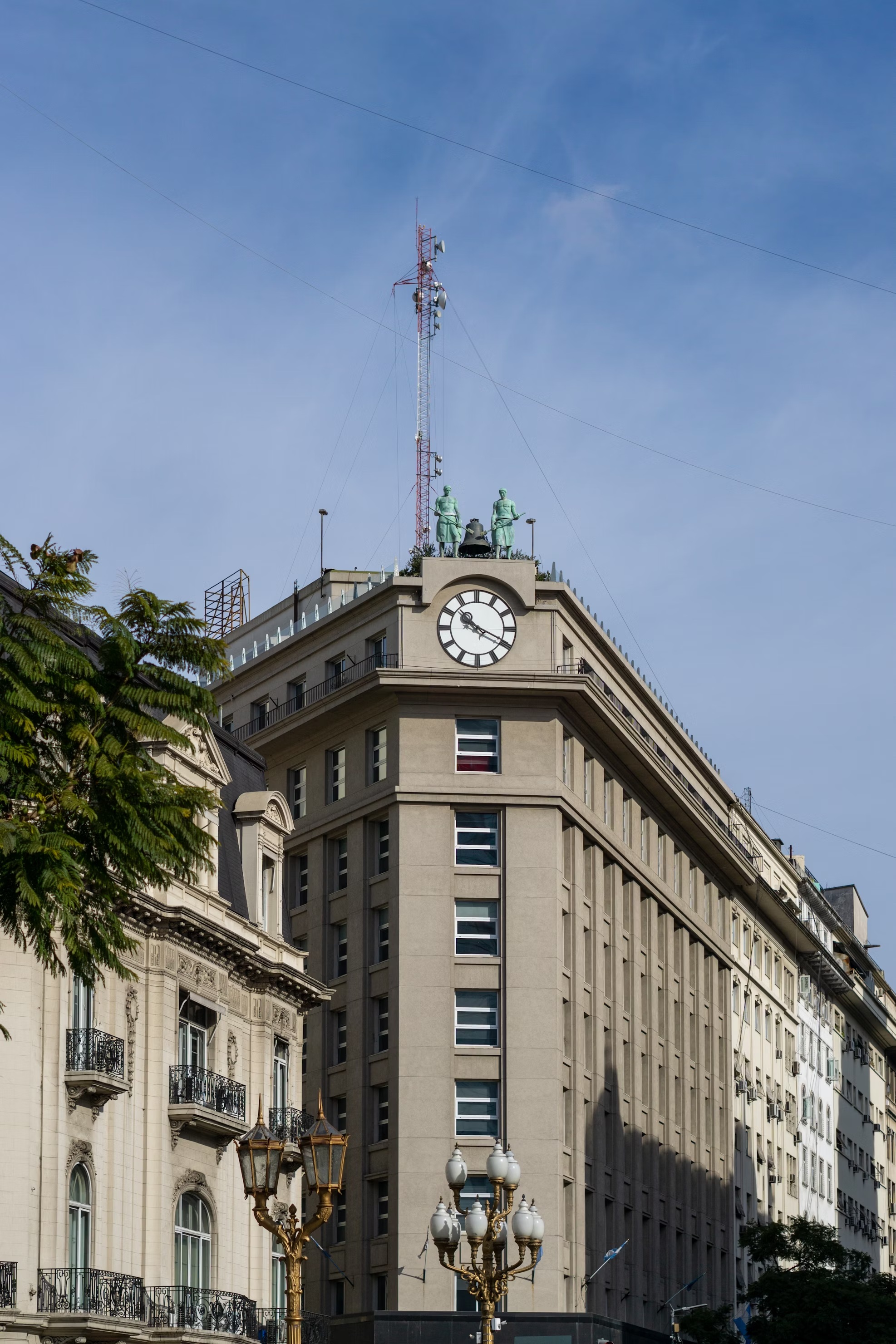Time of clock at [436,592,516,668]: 10:19
